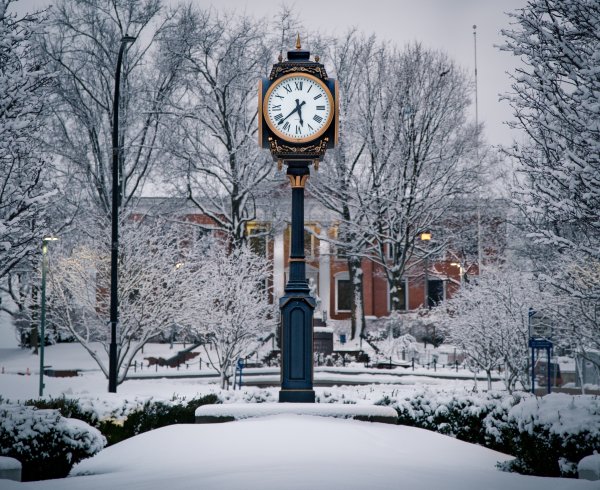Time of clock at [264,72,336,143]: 5:37
